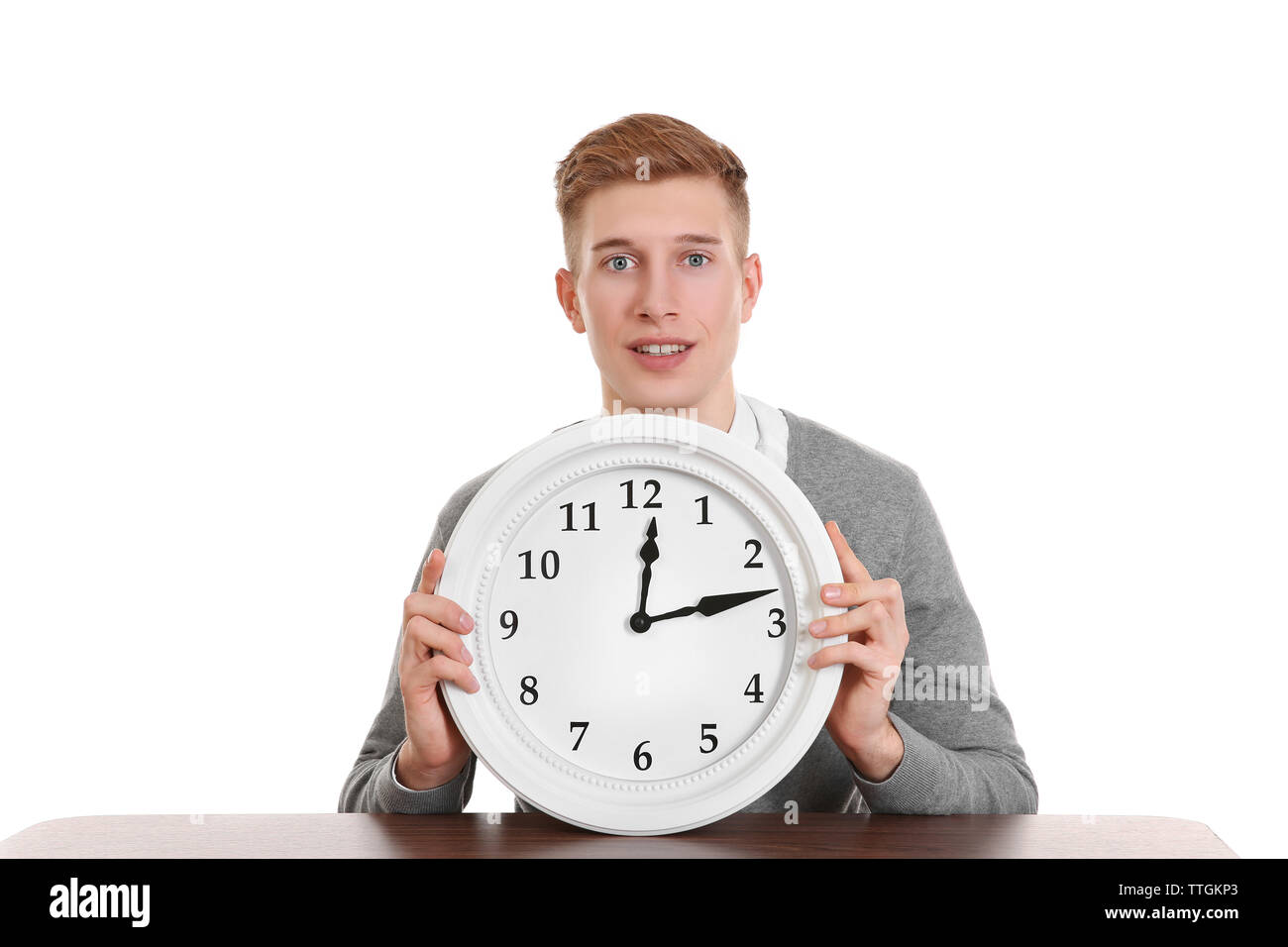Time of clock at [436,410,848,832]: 12:12
